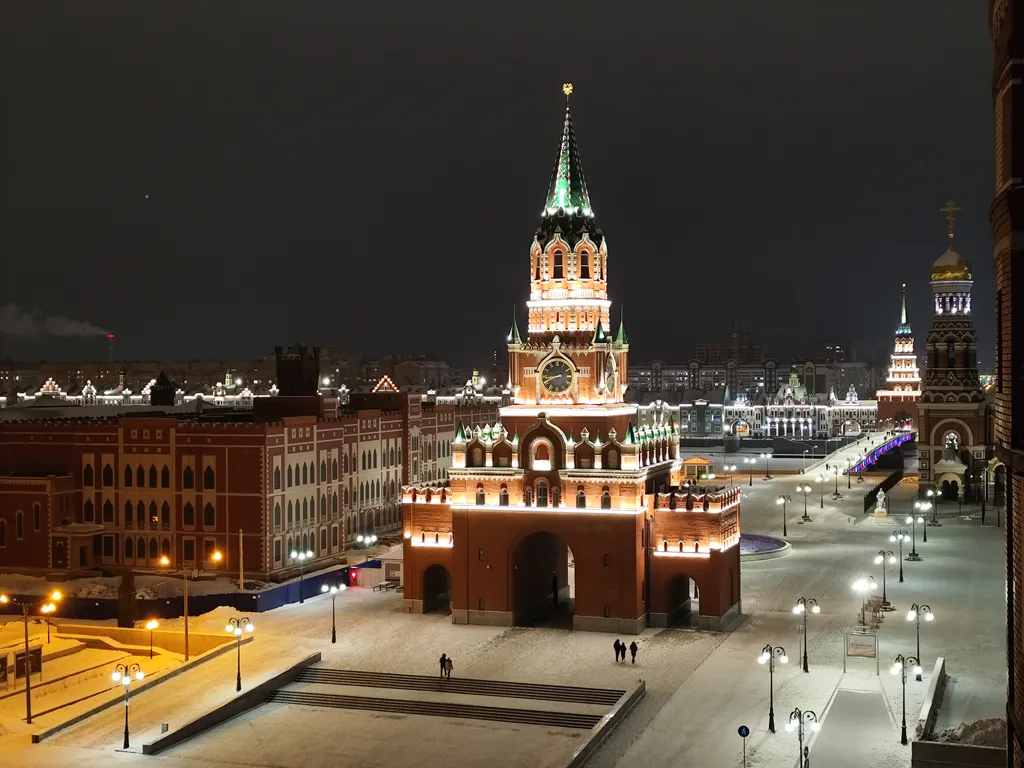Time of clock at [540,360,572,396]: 8:40
